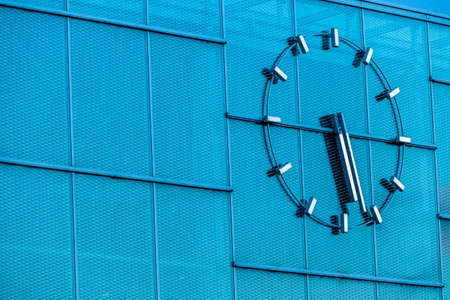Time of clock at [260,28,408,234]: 5:15
